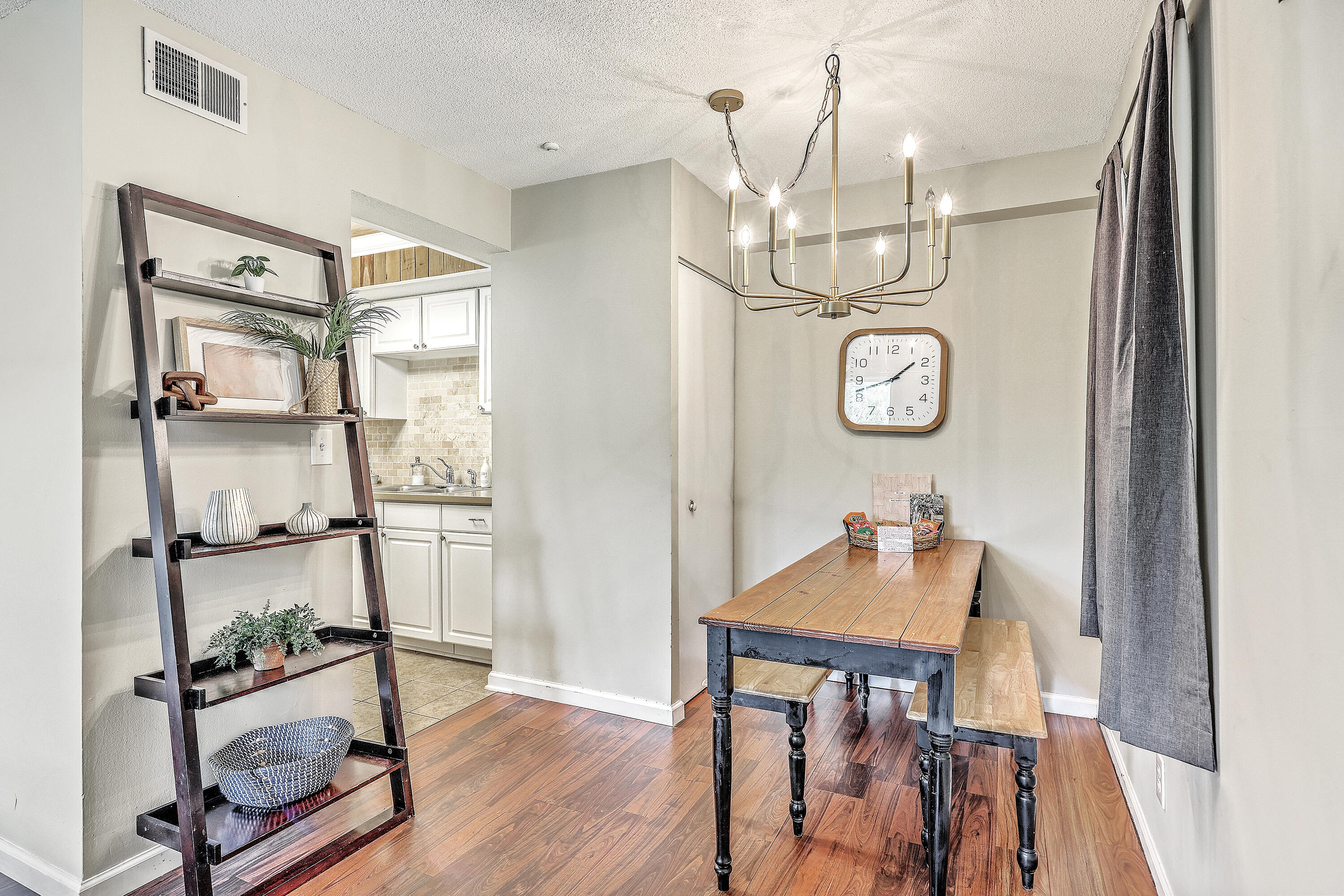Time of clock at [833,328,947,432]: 1:42
